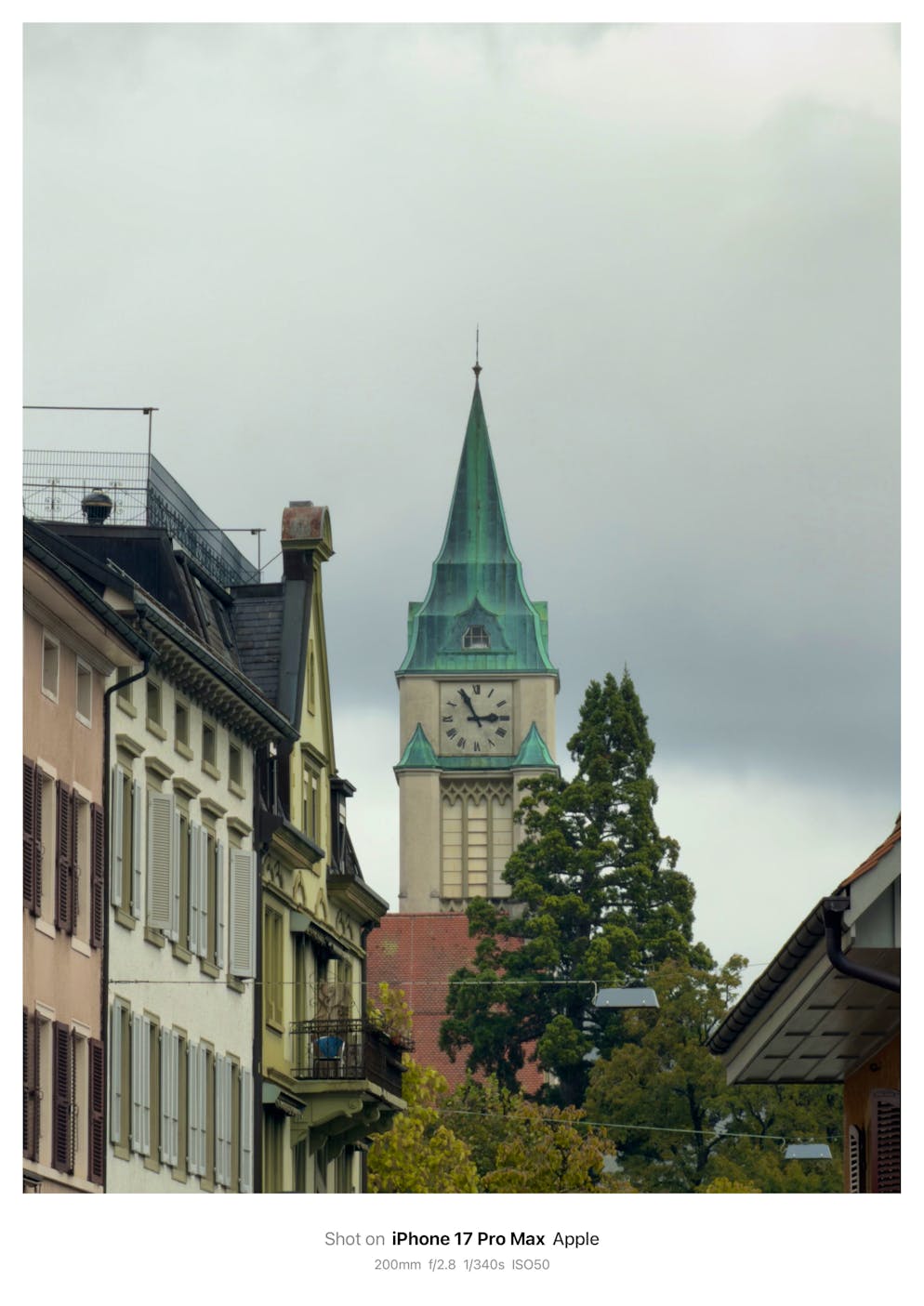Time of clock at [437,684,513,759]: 2:55
